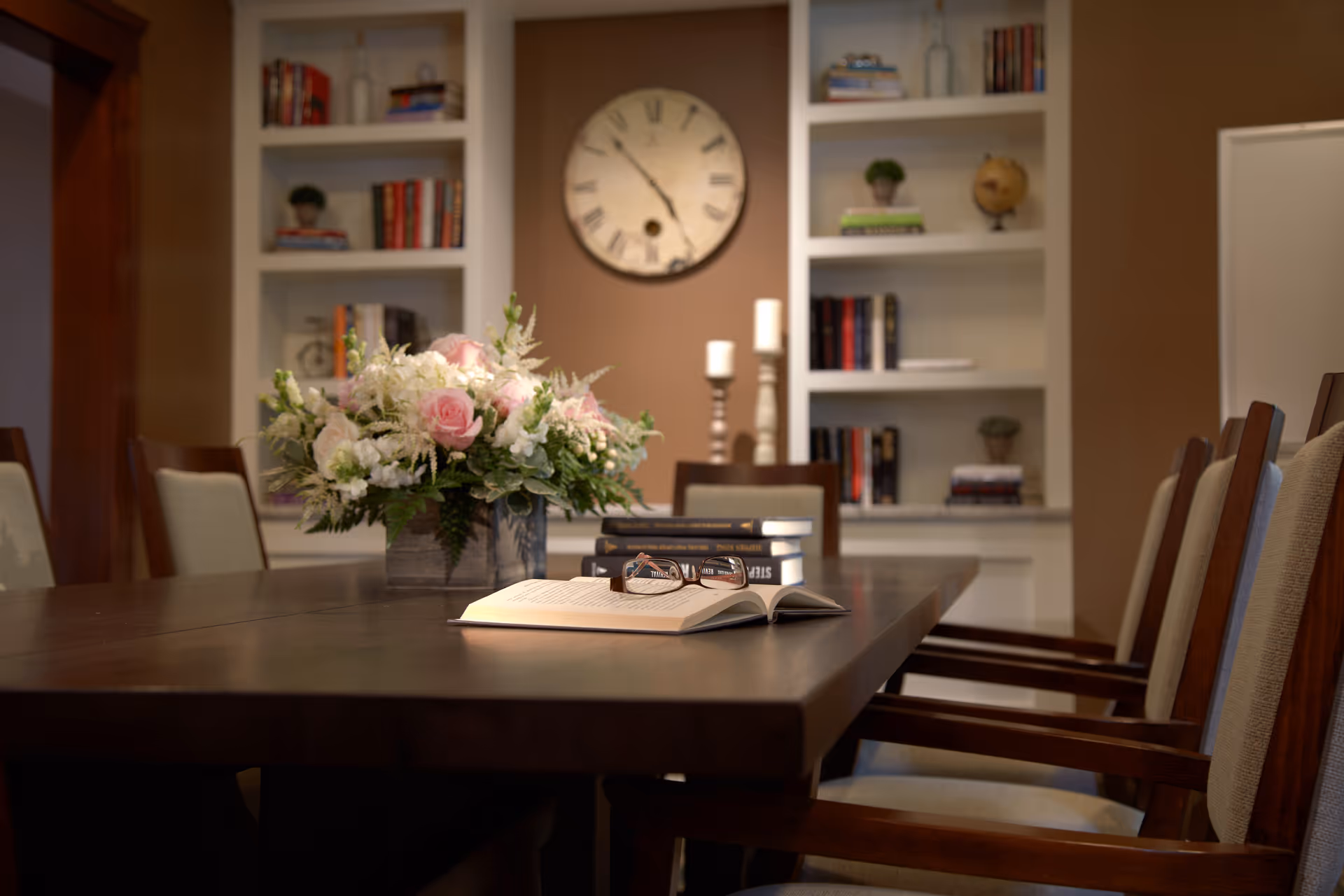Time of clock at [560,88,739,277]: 4:52
